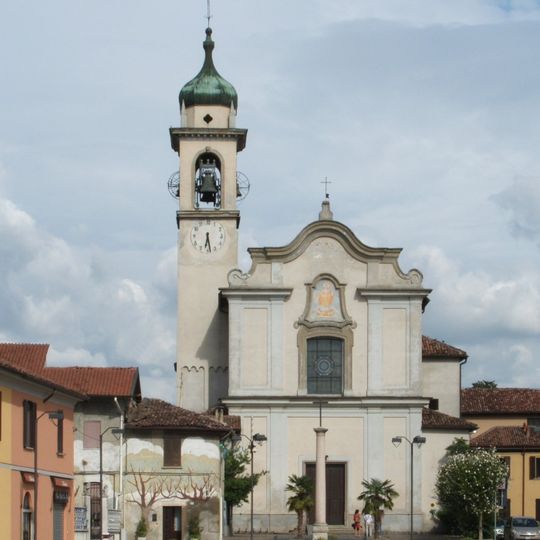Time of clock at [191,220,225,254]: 6:28
